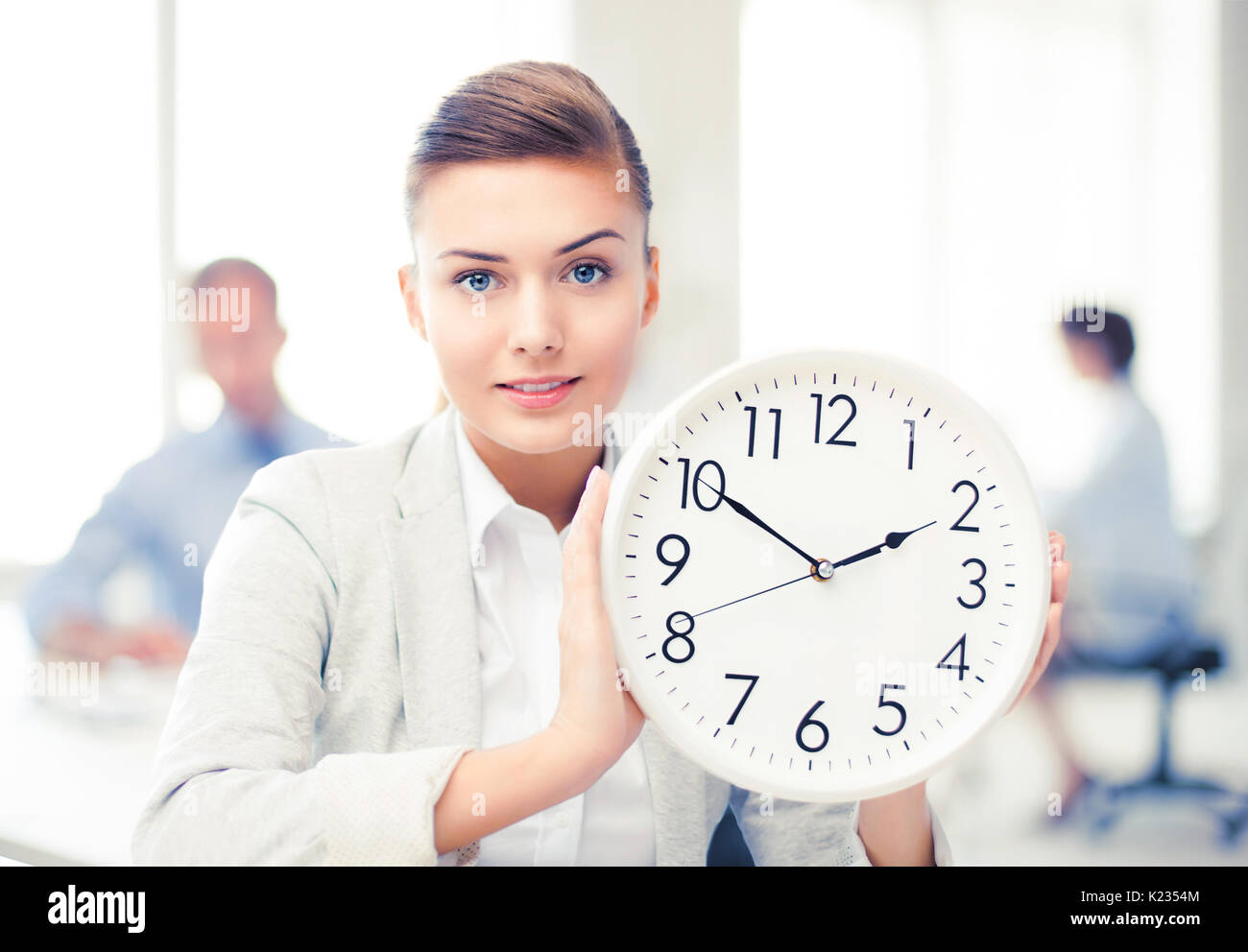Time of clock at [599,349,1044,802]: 1:50
